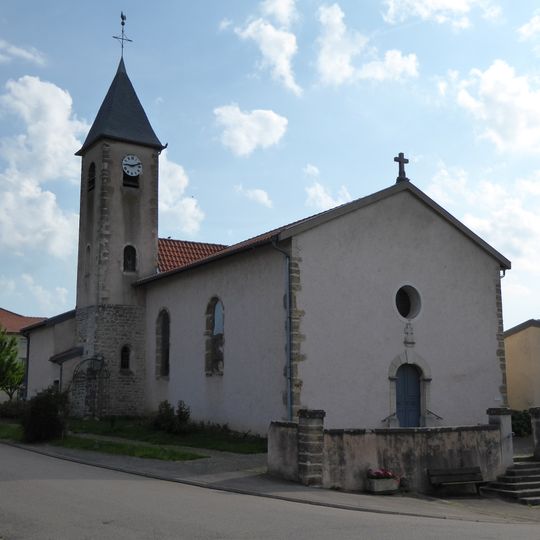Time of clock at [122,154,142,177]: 9:11
